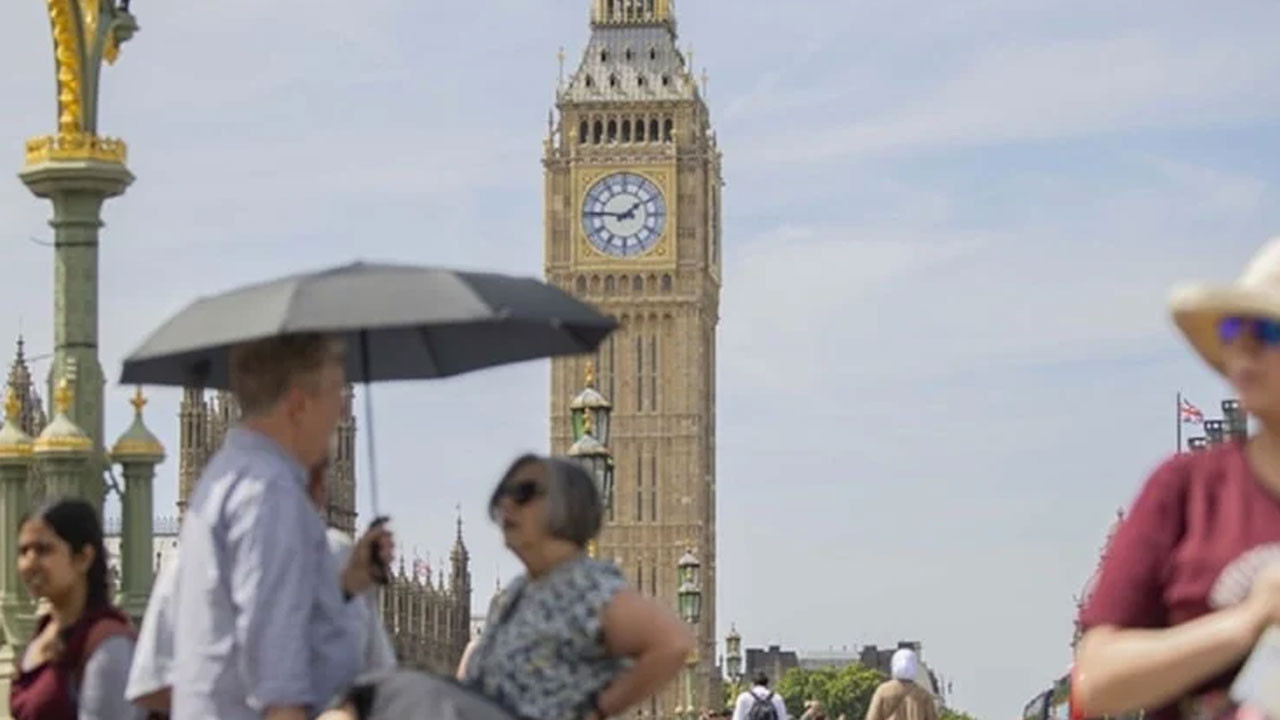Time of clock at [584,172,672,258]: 1:46
